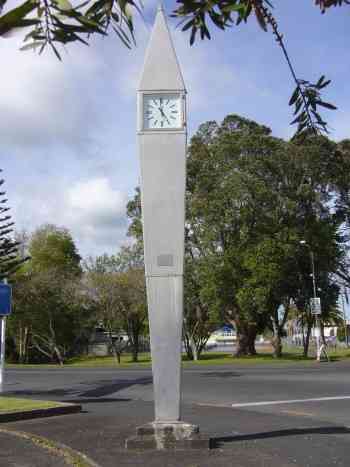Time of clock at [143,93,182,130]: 4:59
